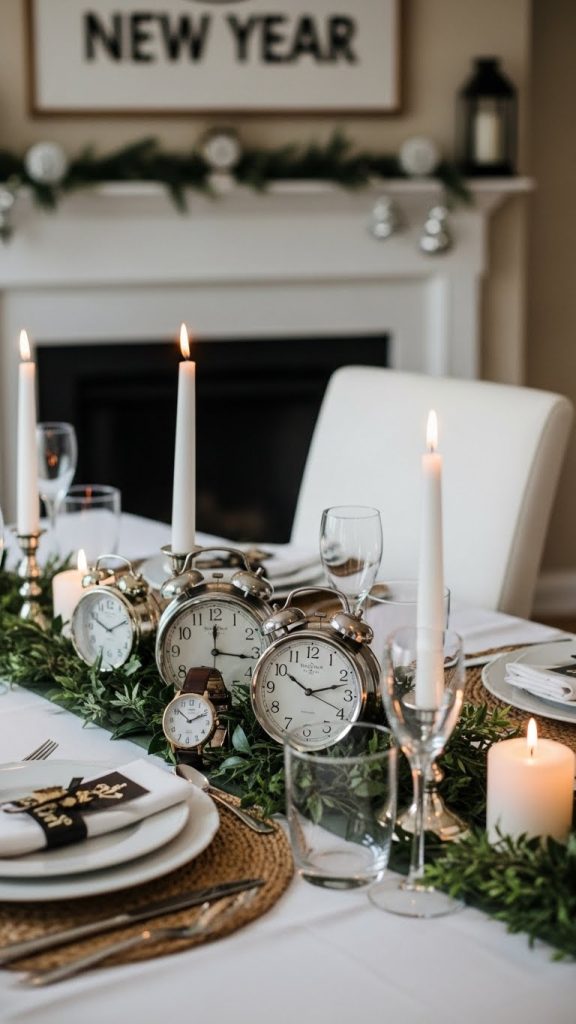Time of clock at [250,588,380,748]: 10:12
